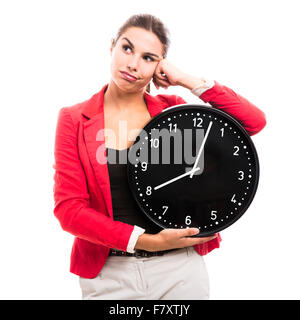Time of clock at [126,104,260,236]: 8:02
